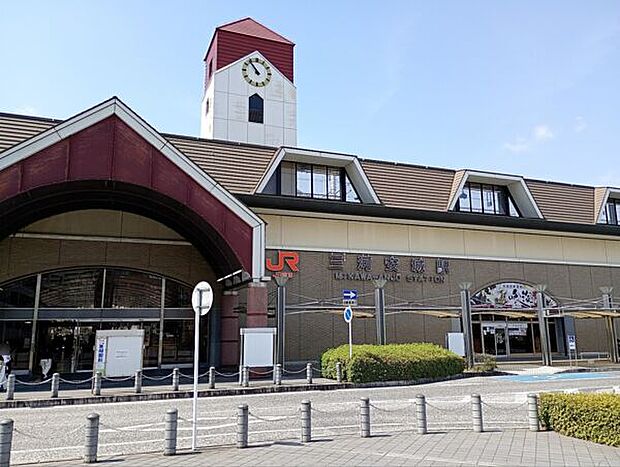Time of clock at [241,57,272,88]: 10:53
